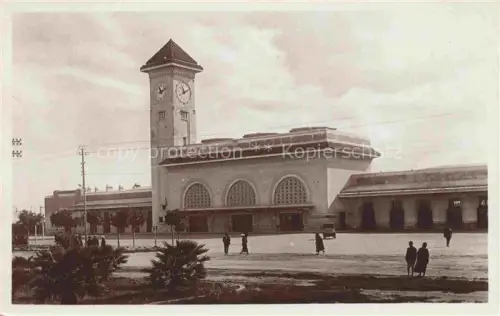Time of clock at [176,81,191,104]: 11:10
